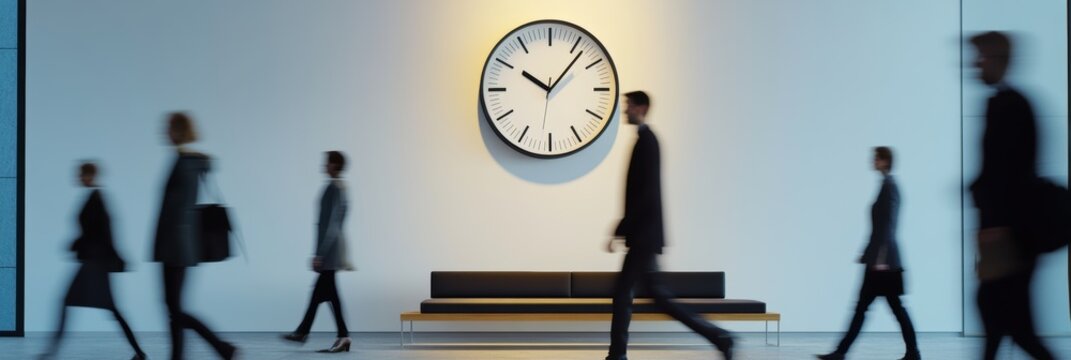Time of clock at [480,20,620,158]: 10:06
